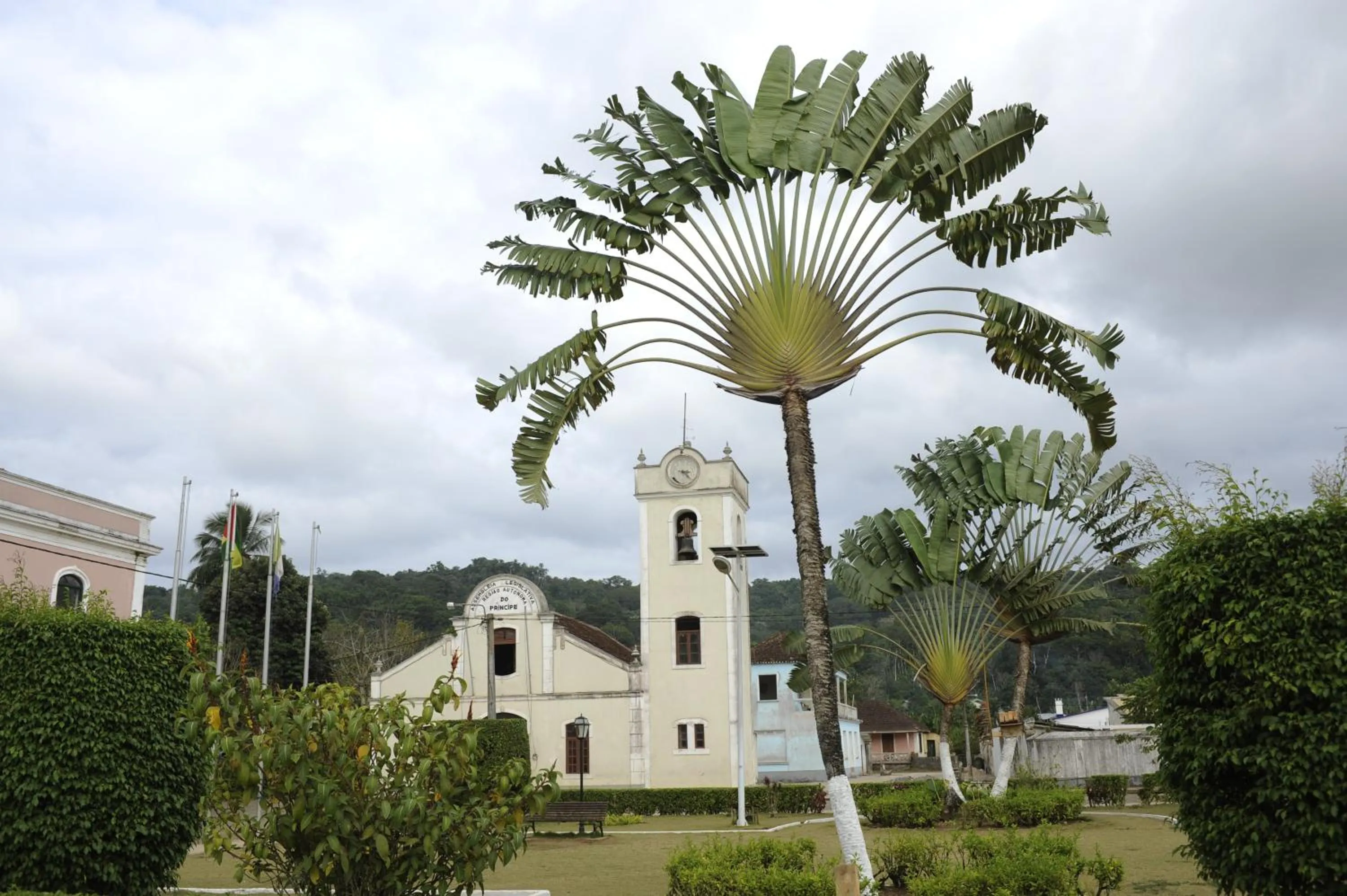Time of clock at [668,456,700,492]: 3:22
